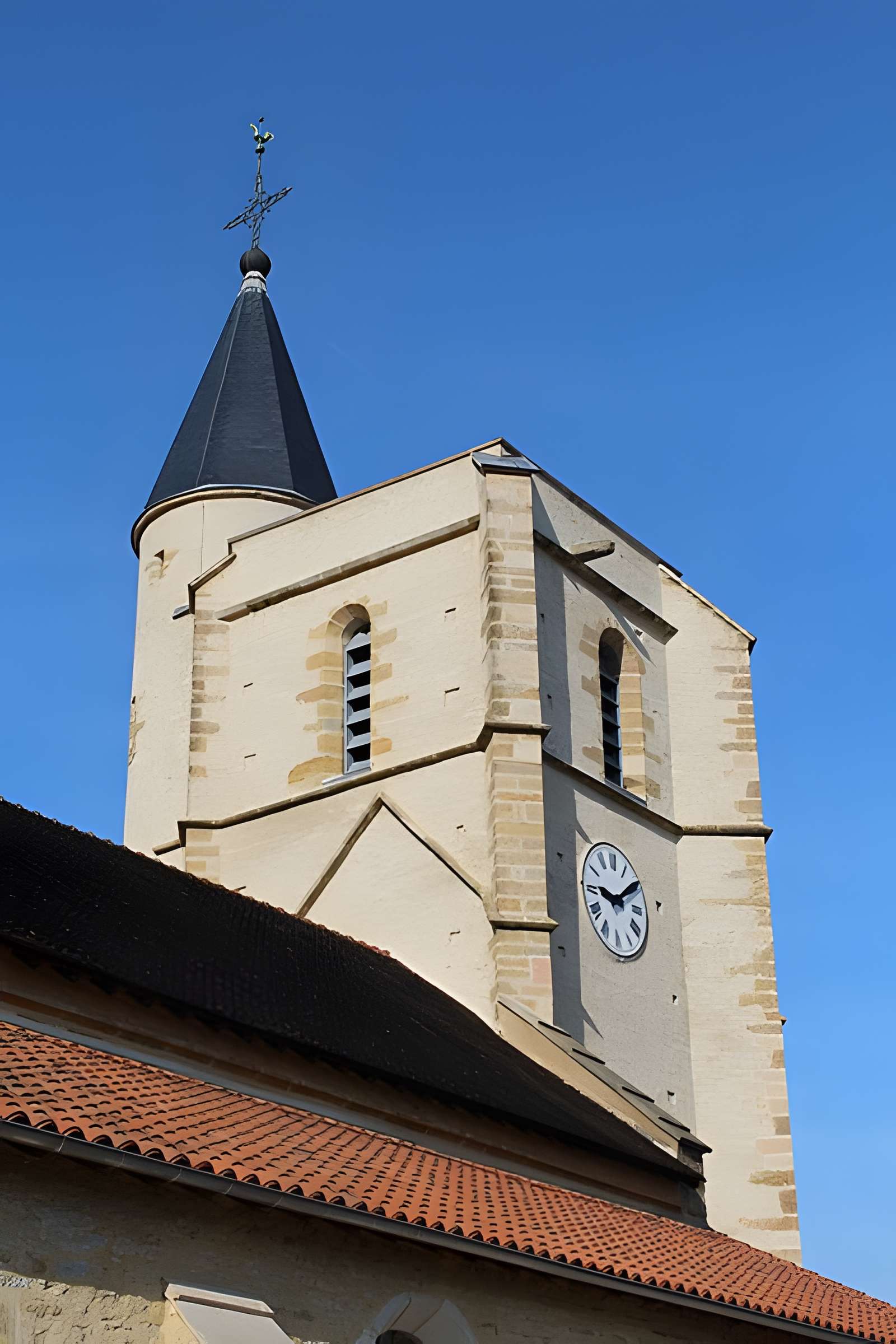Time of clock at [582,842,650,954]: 9:09
